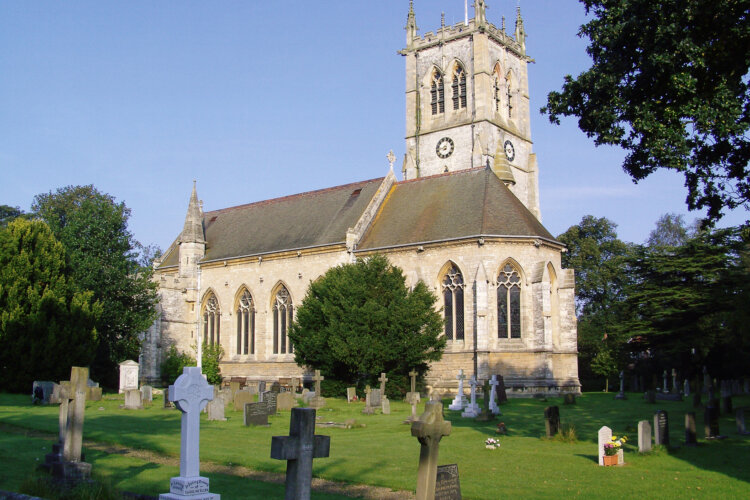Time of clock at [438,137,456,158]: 12:42
